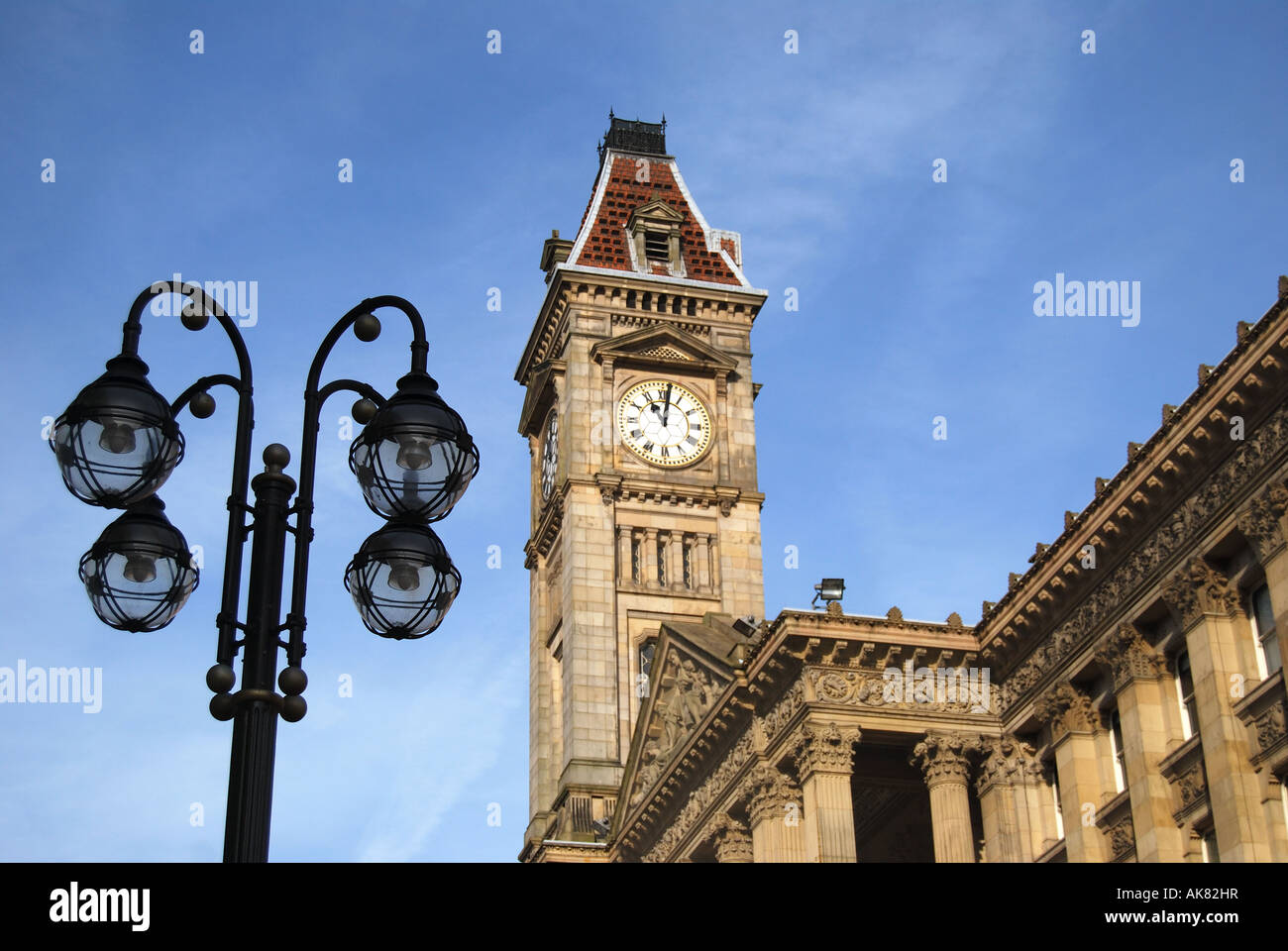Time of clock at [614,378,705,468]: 11:01
